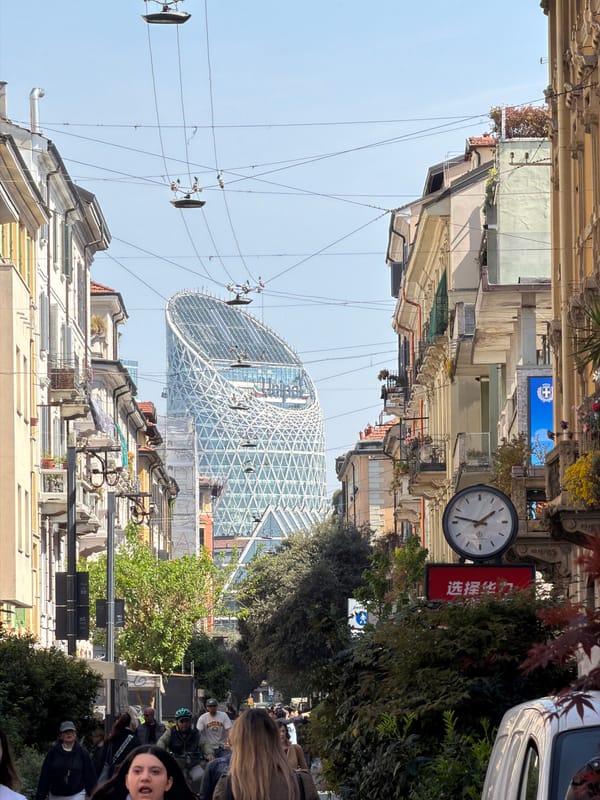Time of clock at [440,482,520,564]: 1:47
